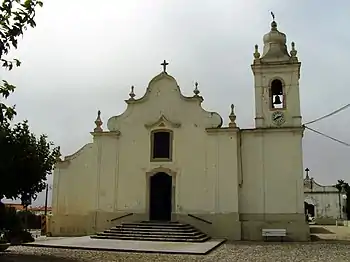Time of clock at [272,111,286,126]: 2:40
